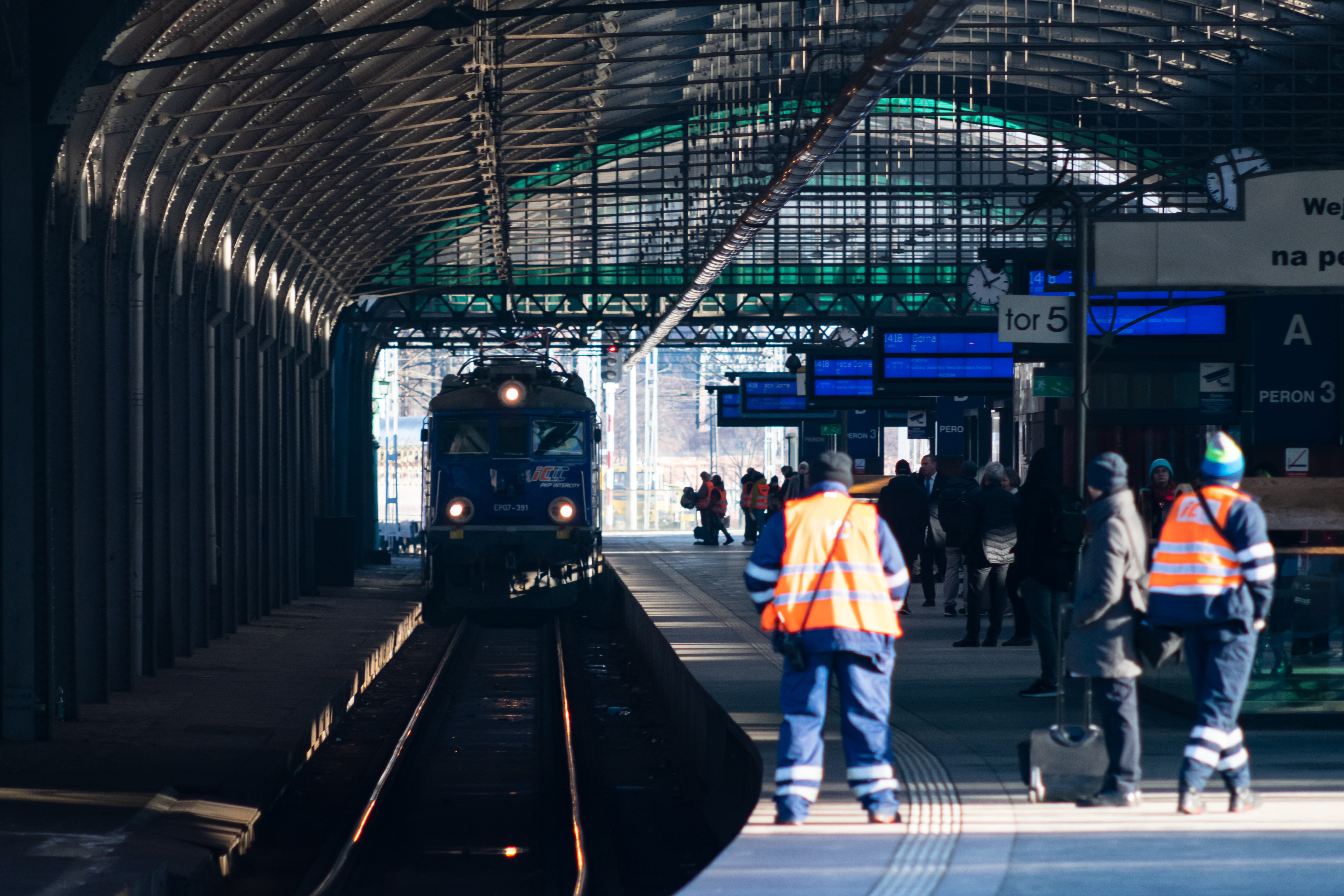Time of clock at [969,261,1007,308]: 1:56
